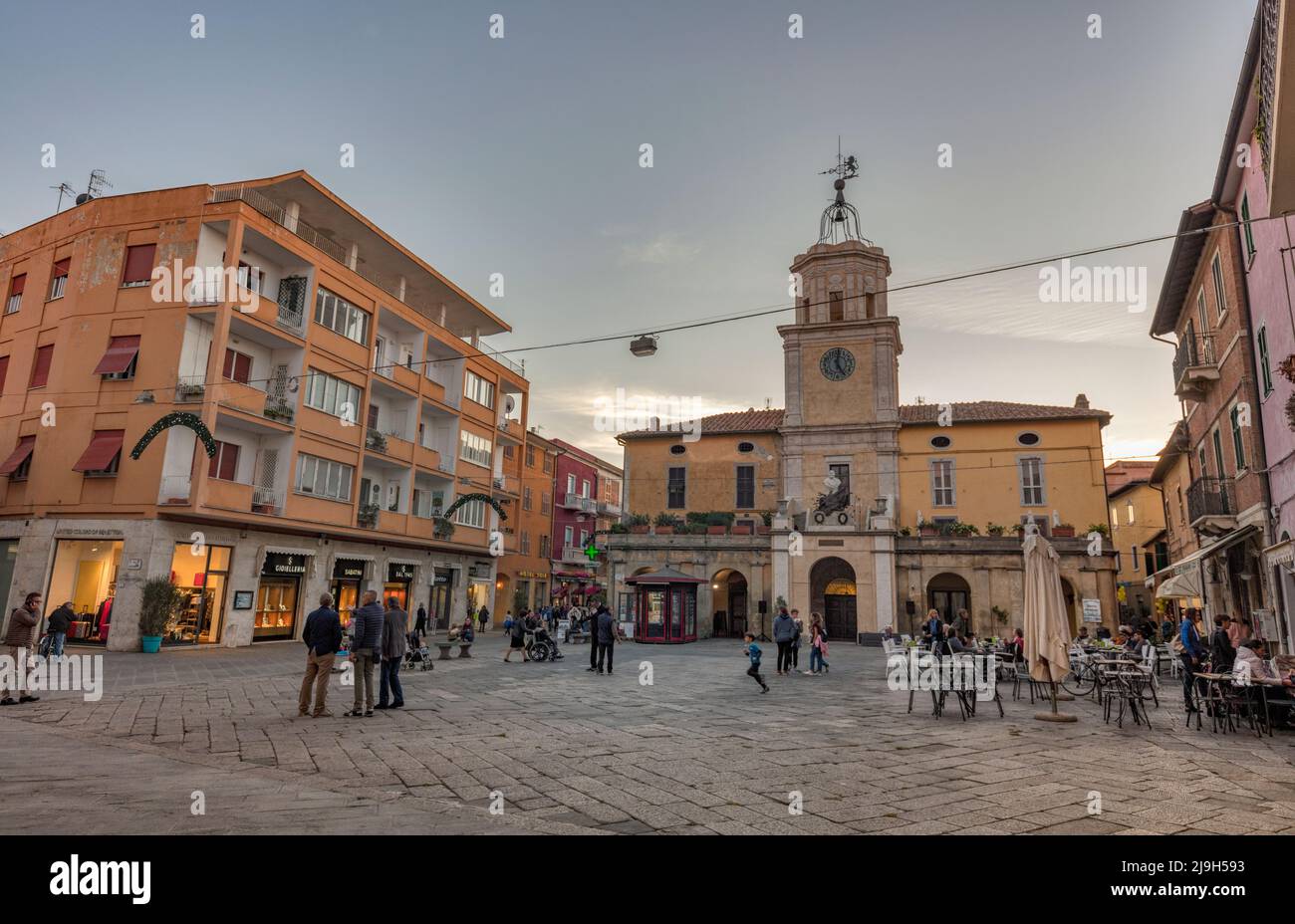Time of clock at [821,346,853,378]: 12:24
